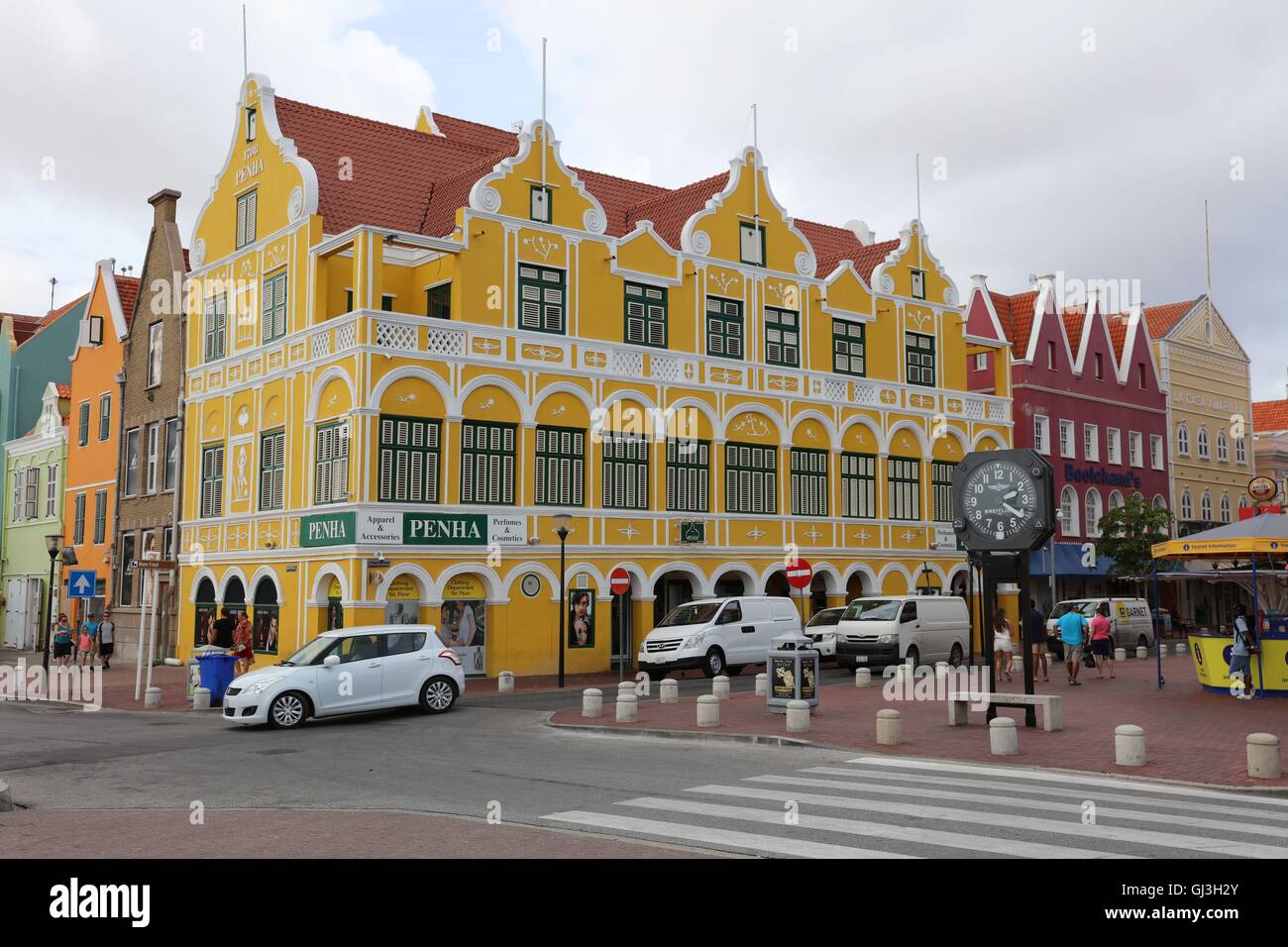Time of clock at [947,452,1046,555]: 2:21
